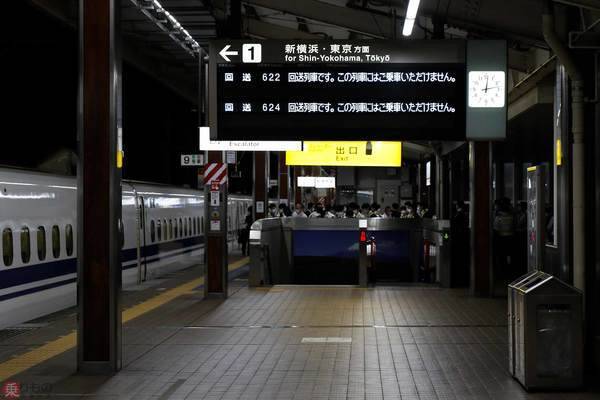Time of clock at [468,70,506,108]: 12:12
